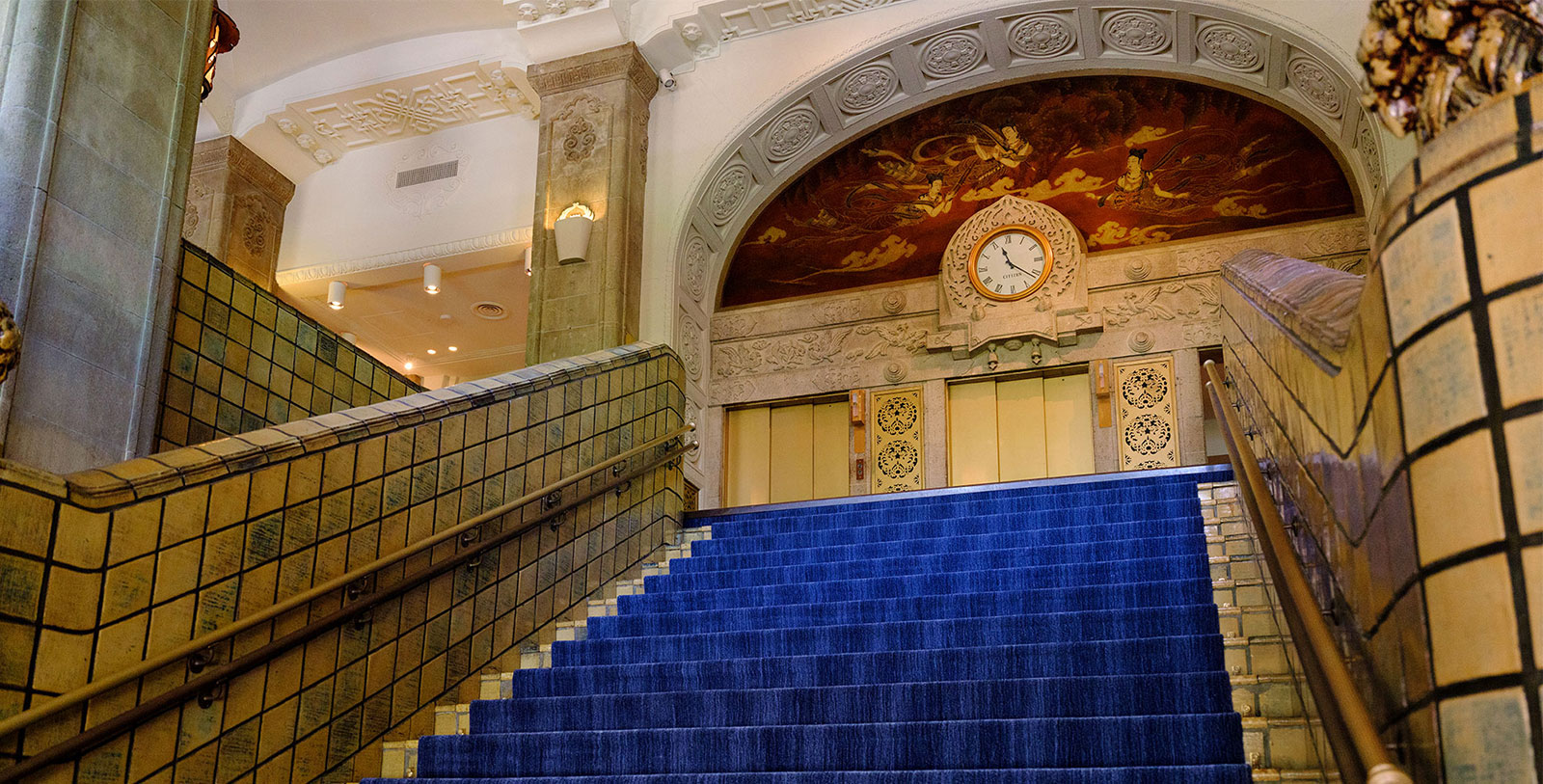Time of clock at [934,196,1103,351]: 11:21
